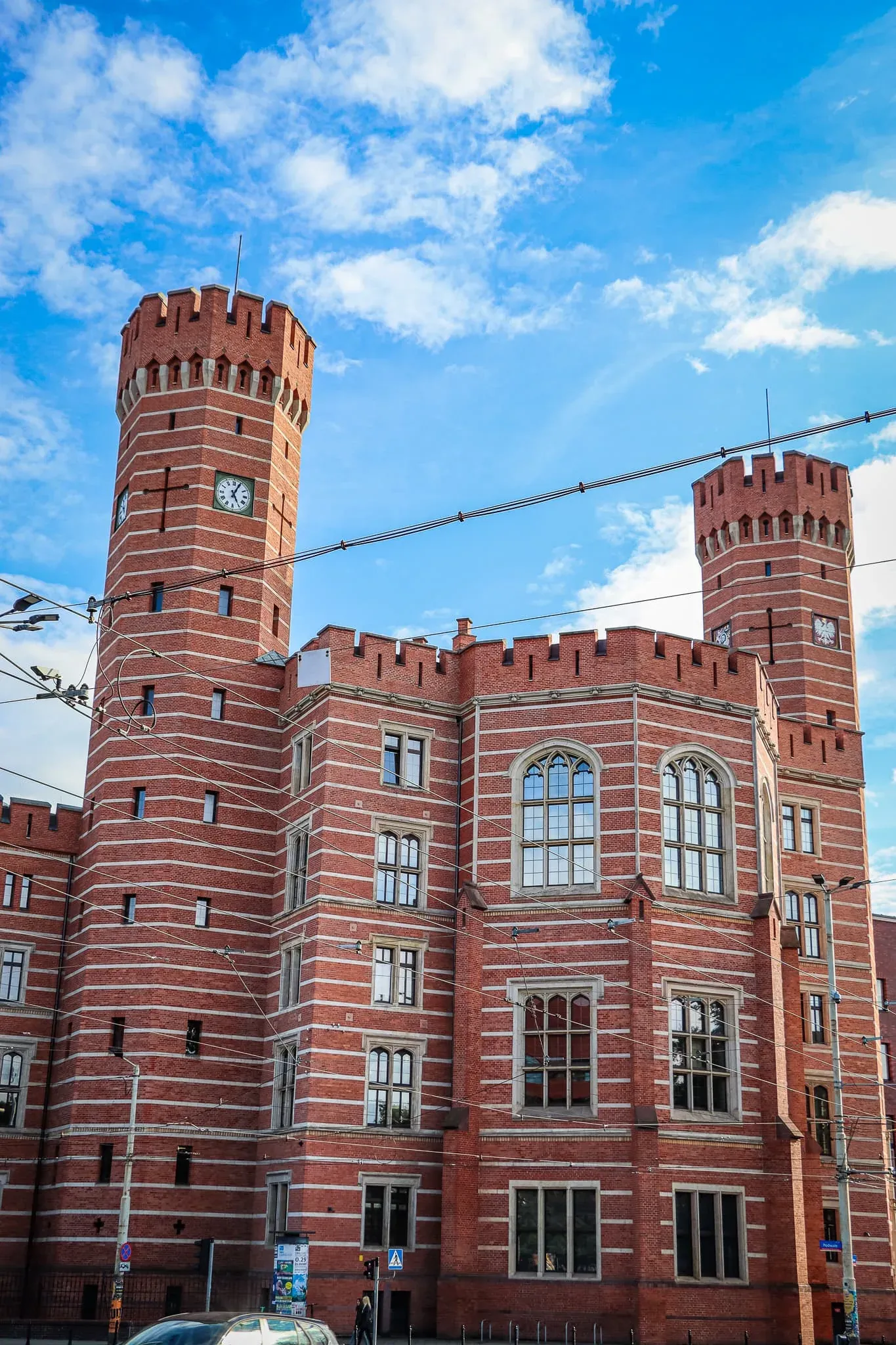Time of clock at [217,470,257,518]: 5:04
